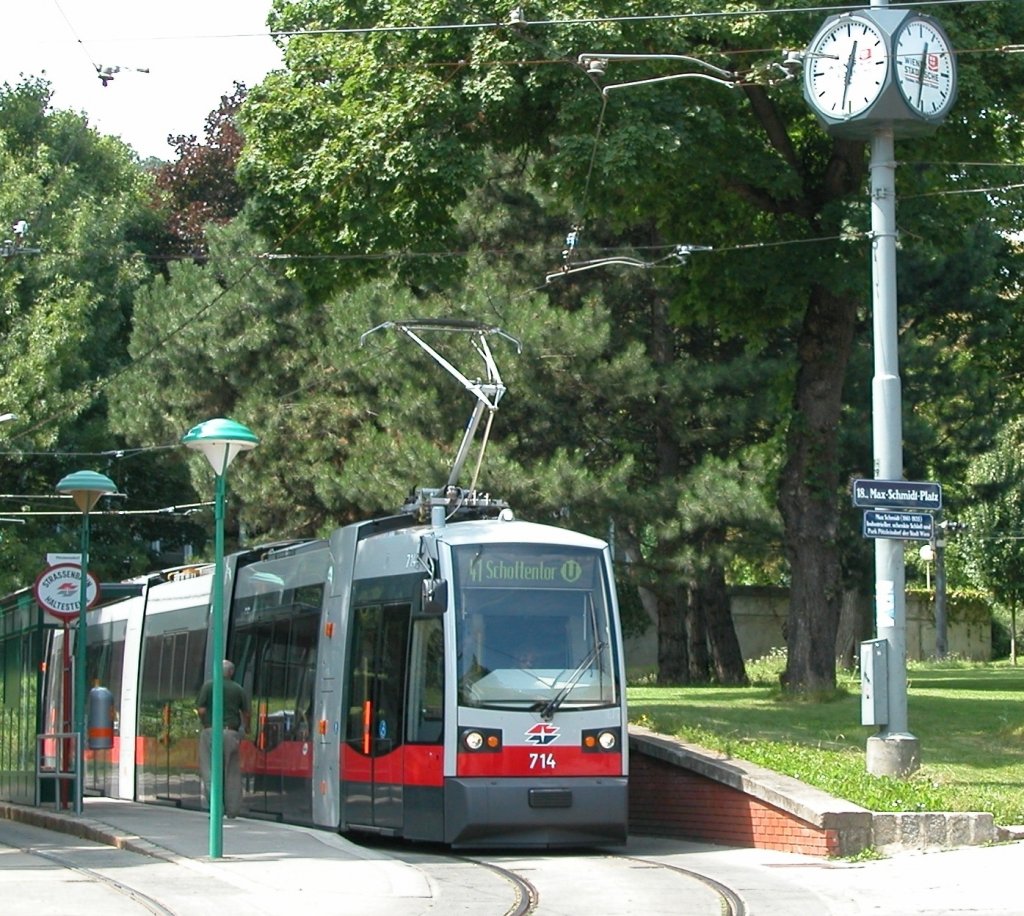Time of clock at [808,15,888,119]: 12:32
